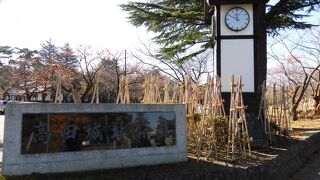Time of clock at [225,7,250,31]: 11:49
